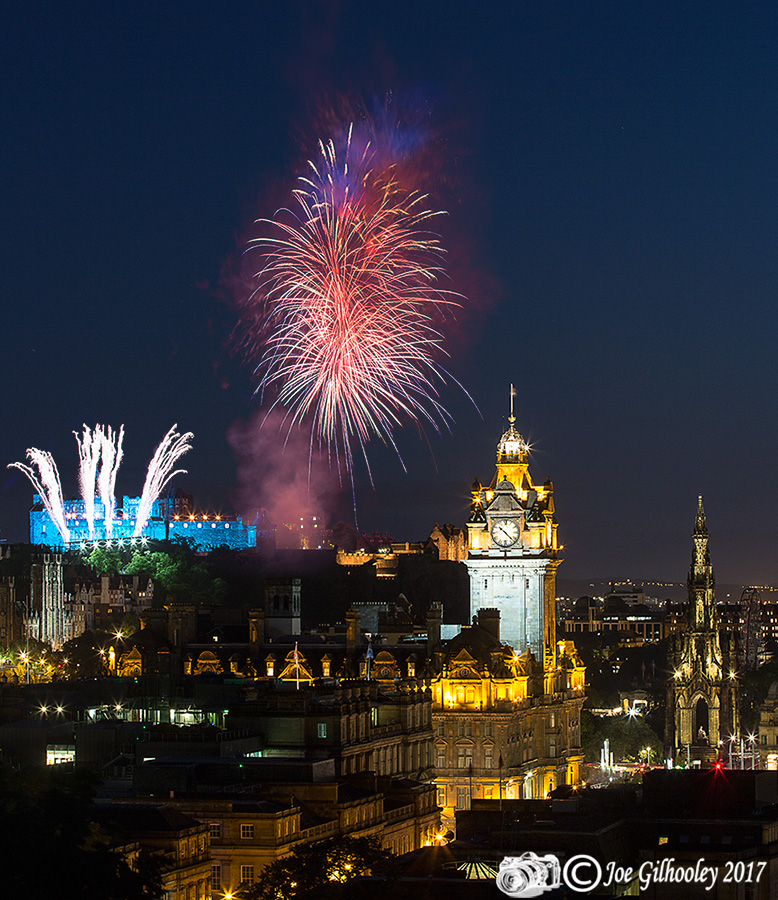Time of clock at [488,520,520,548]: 10:22
